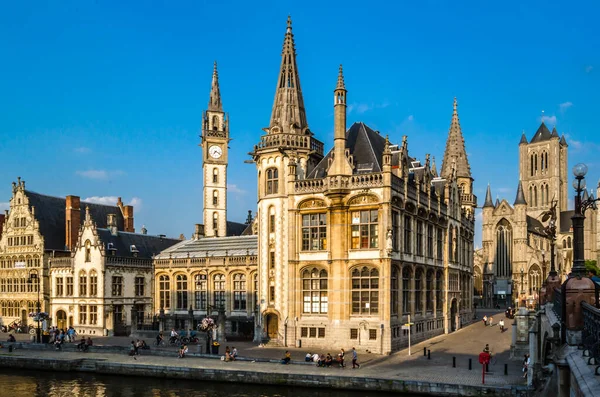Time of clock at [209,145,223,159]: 7:18
